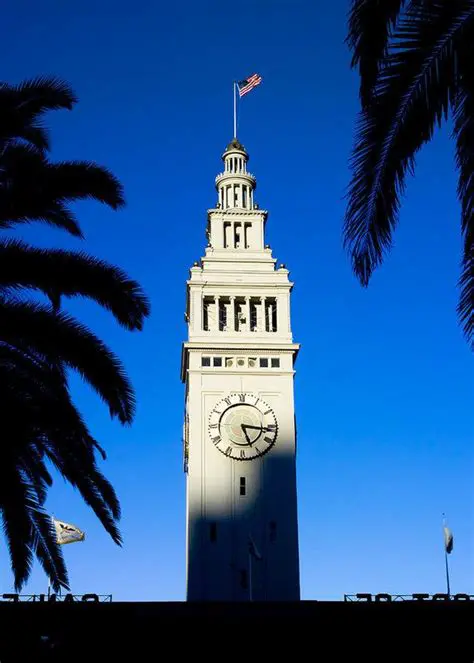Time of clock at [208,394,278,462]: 5:16
